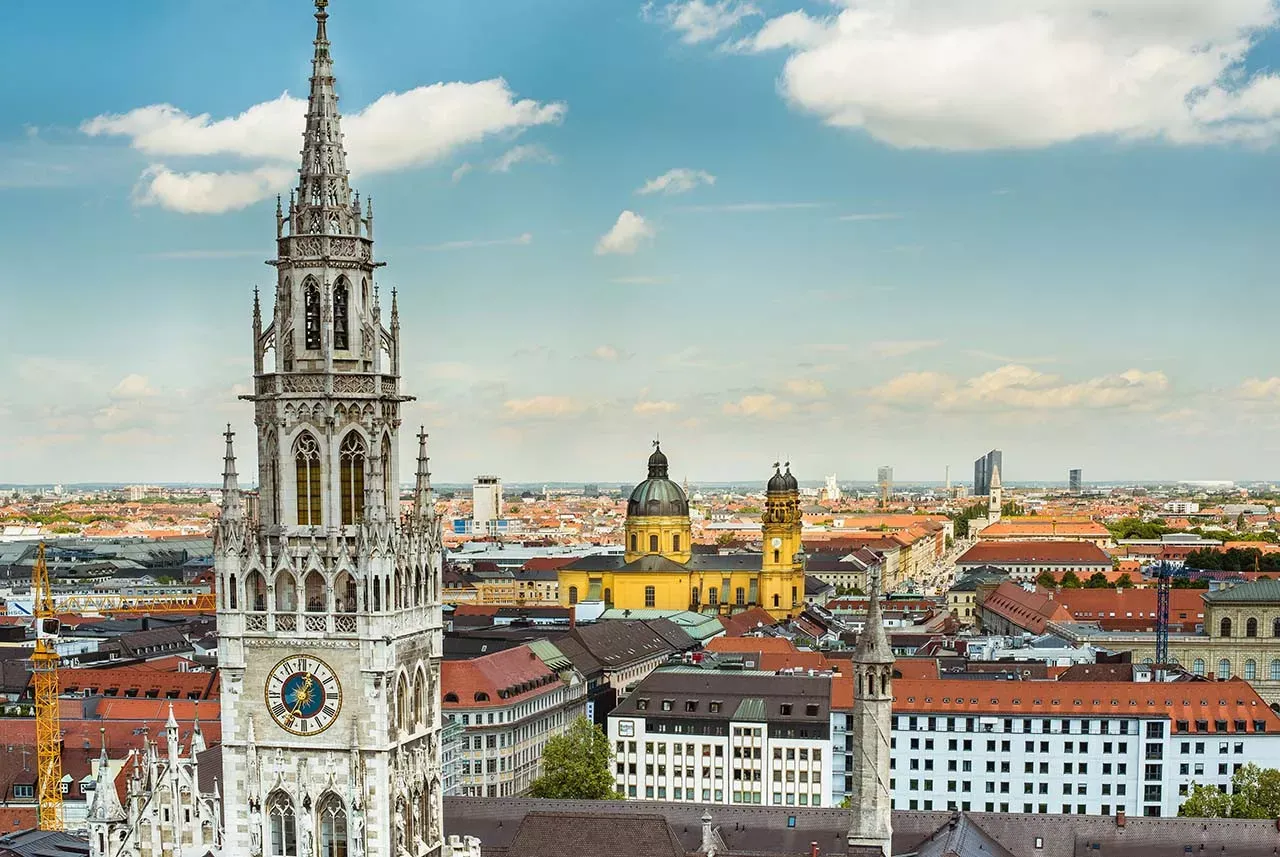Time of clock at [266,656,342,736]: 12:35
